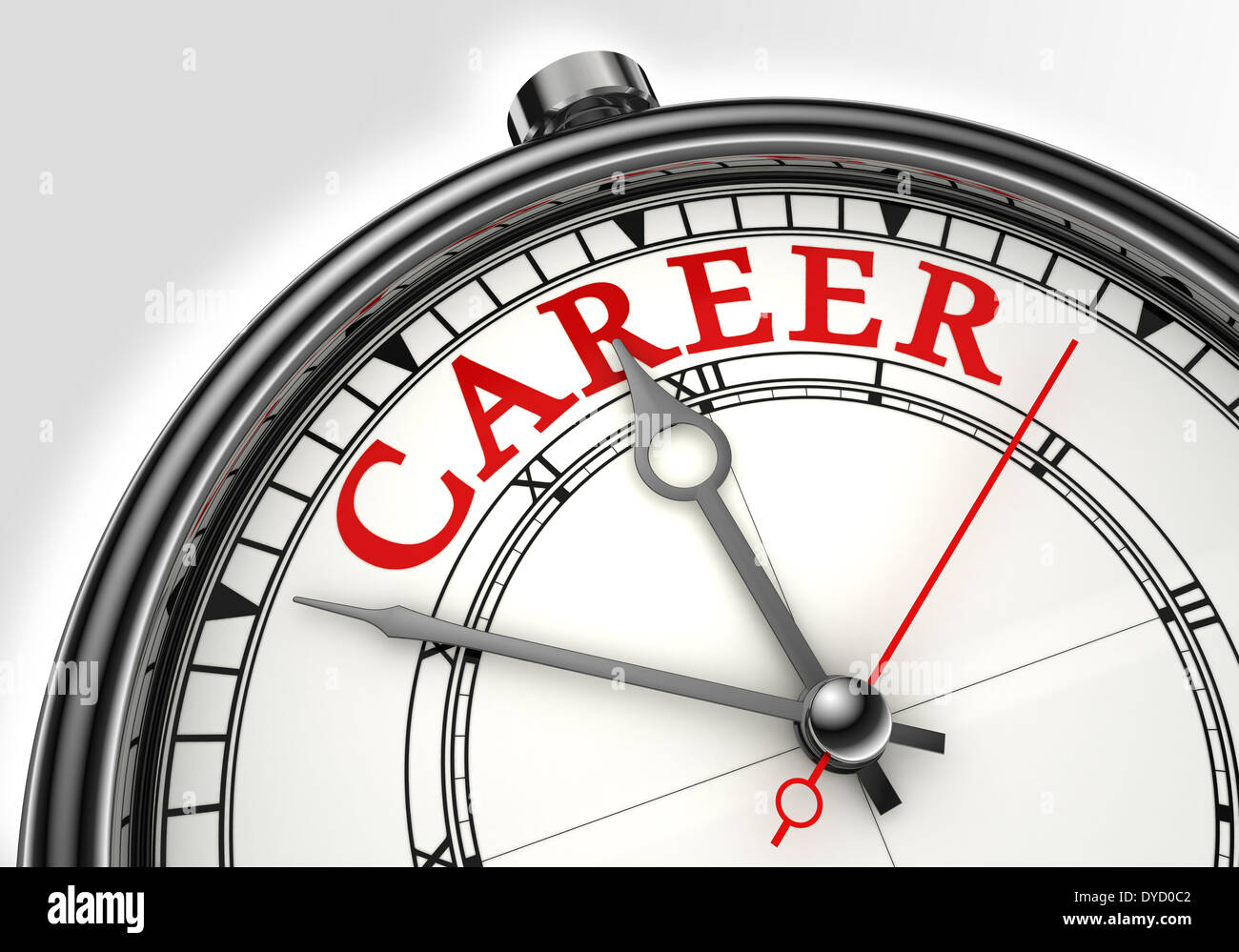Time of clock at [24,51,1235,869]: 10:47
